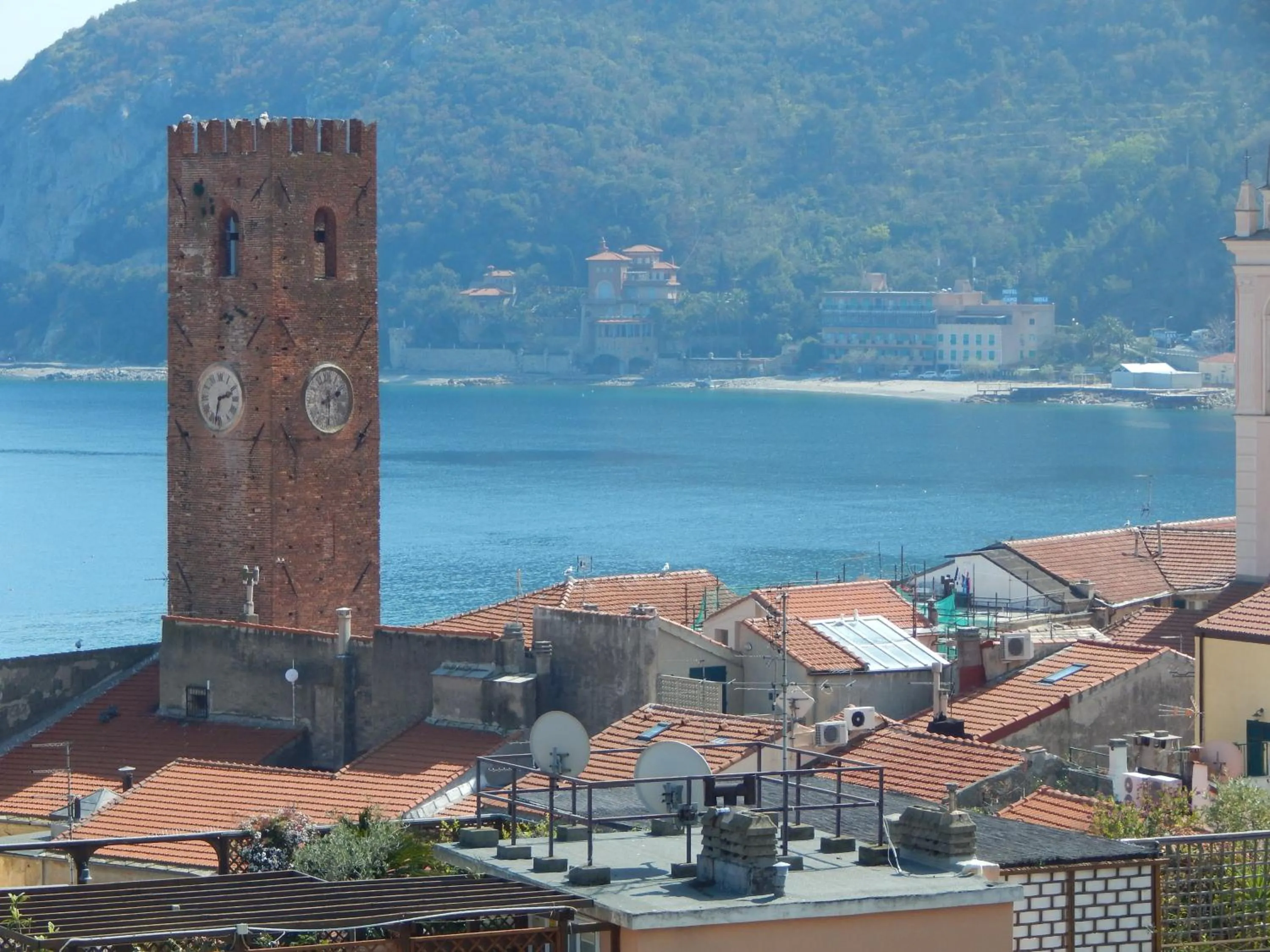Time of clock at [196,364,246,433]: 2:32
